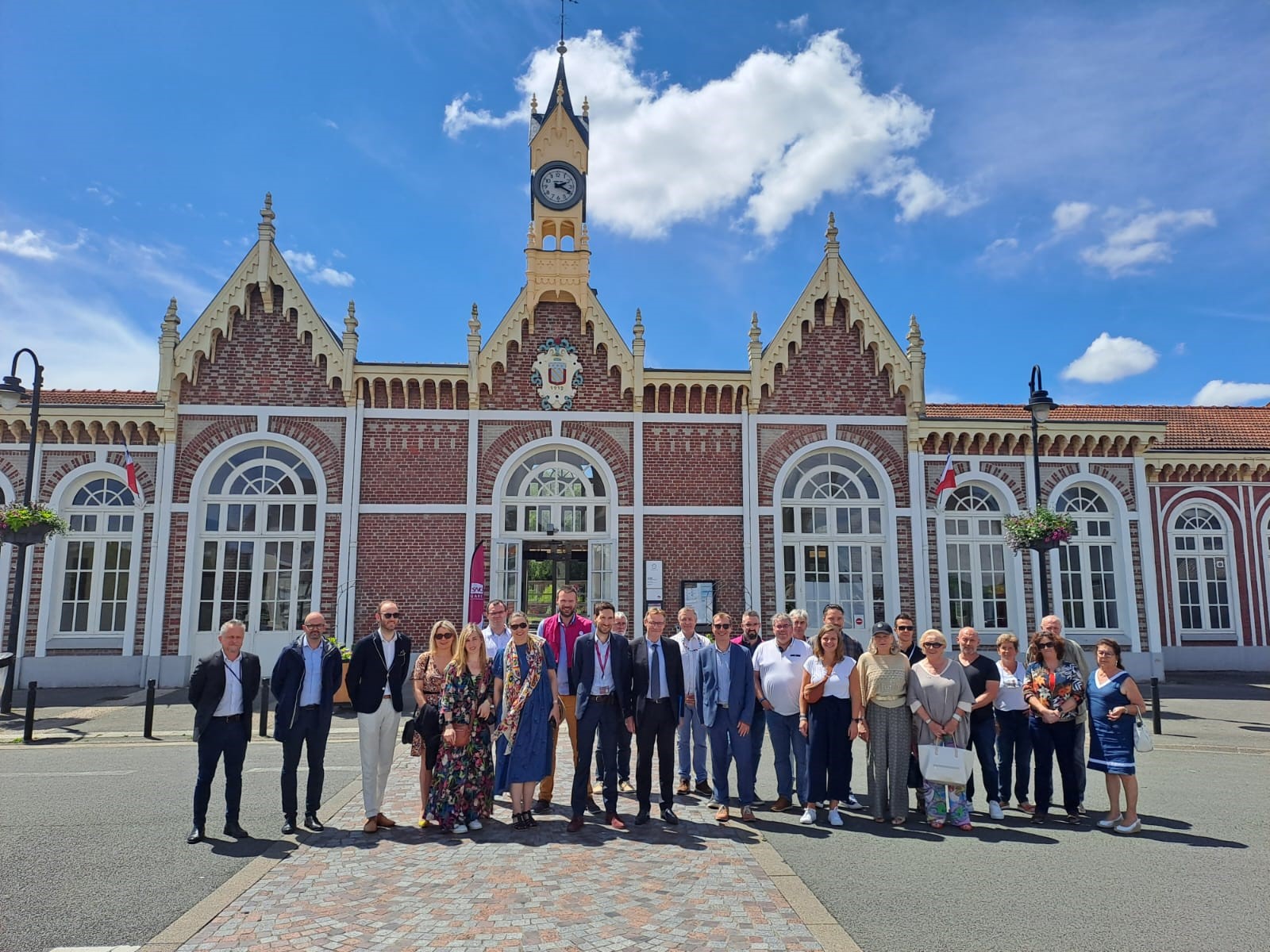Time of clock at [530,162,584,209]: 2:19
